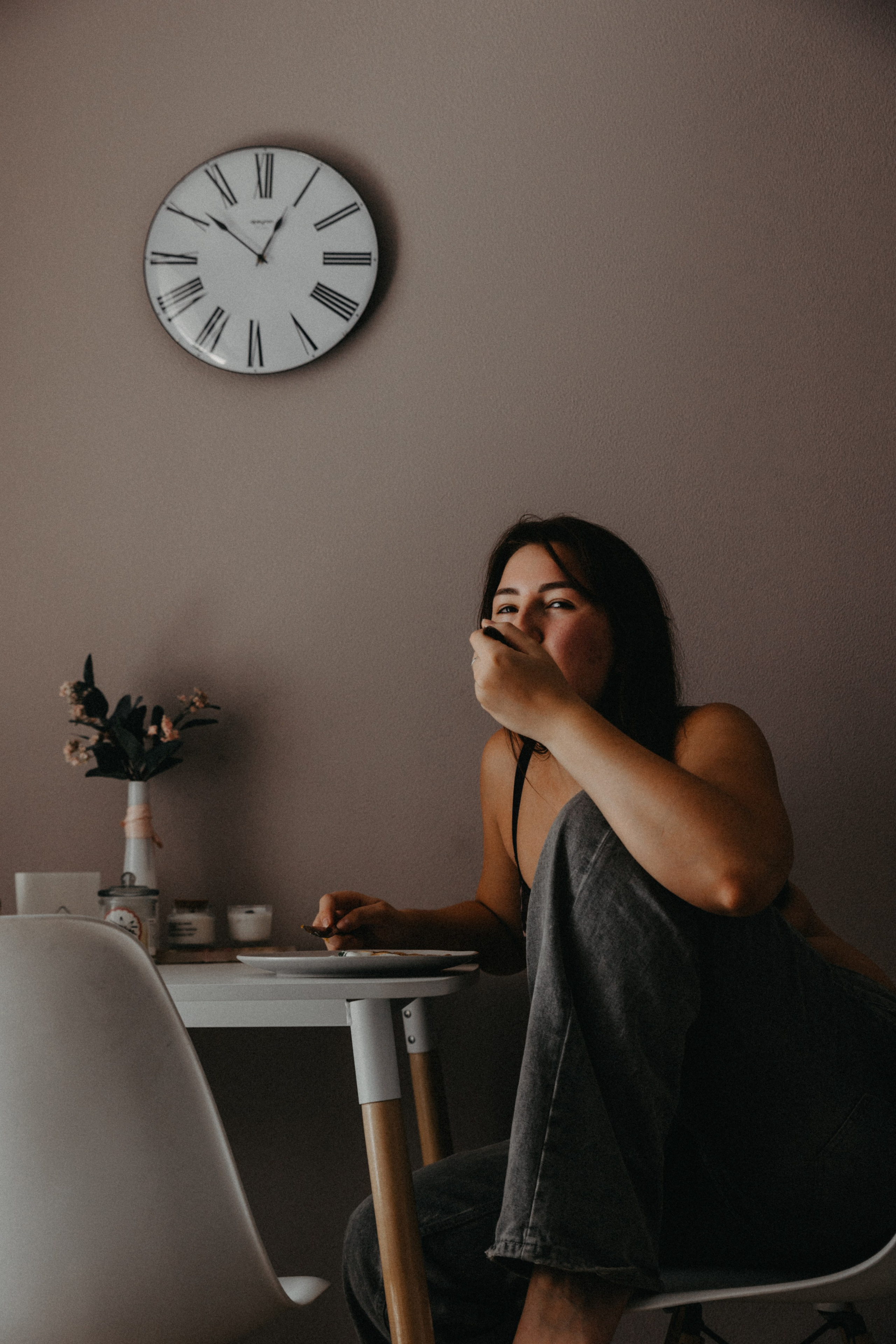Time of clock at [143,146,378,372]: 12:51
